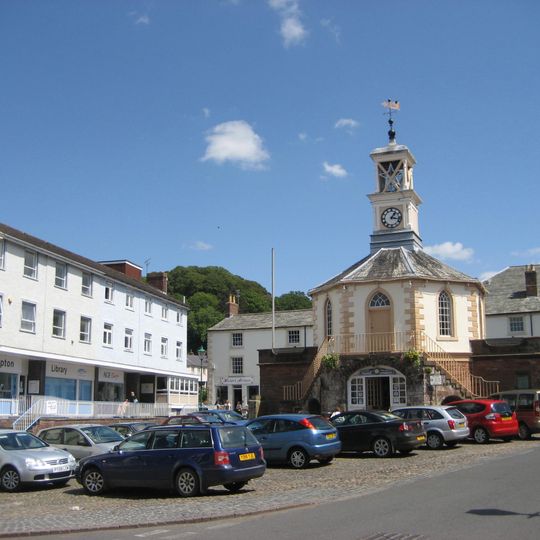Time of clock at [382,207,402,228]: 1:17
